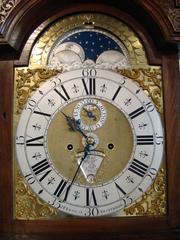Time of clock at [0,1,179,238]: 10:34
